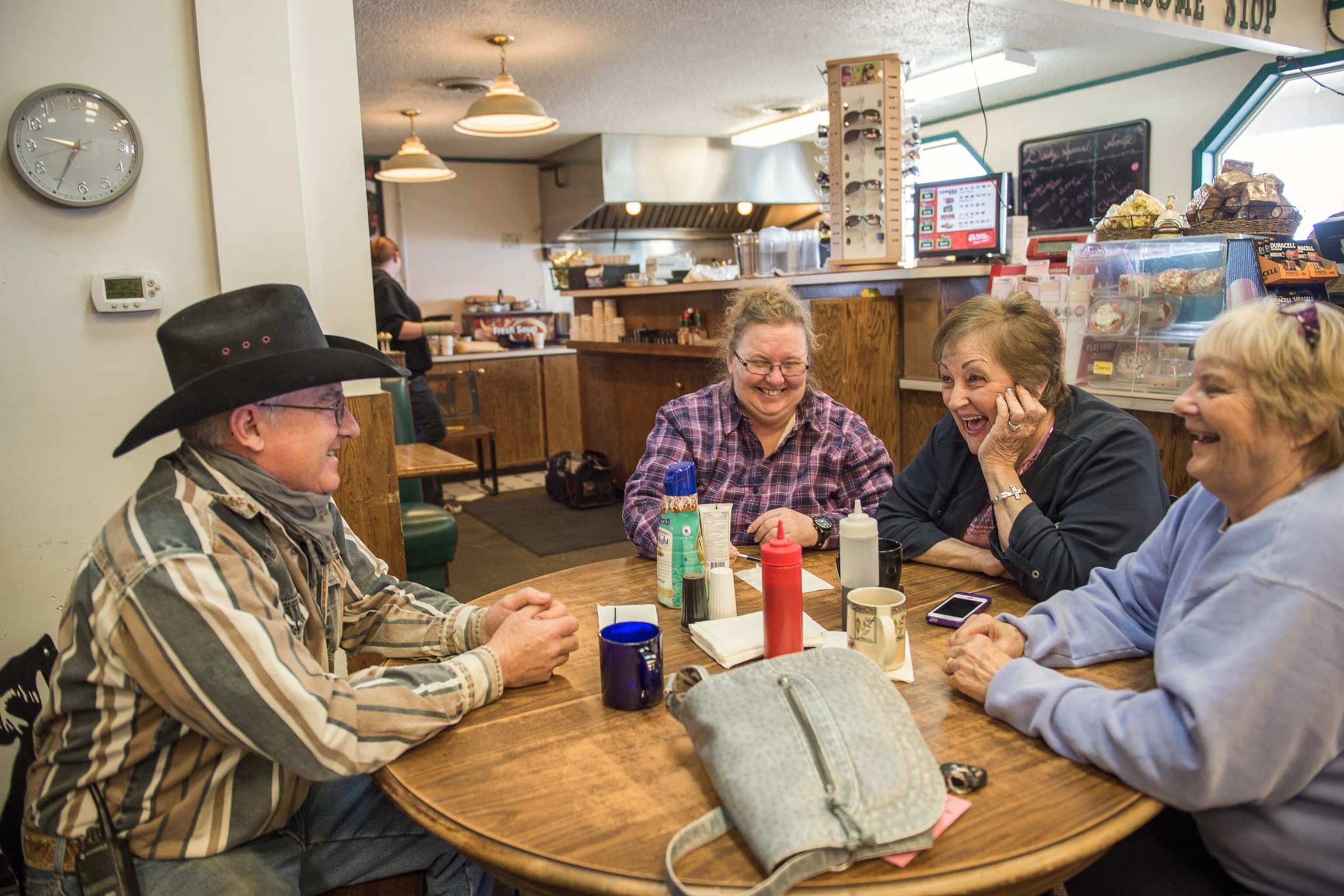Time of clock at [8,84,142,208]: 9:34
